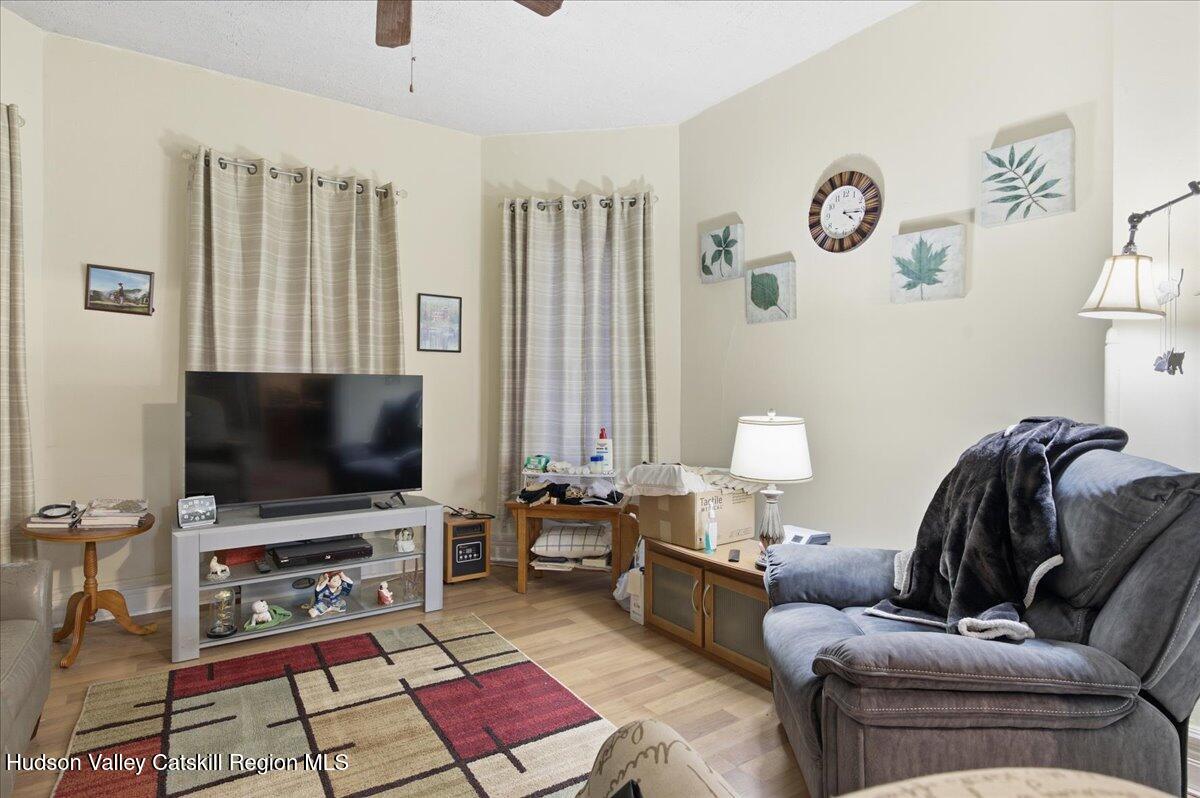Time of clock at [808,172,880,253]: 4:15
